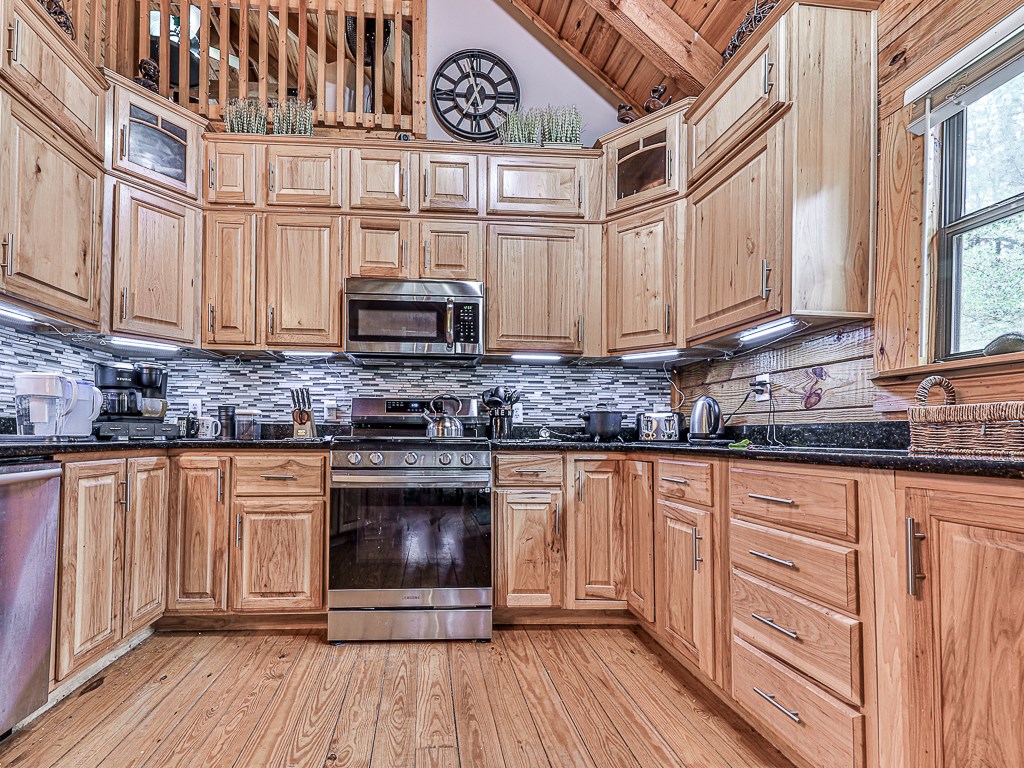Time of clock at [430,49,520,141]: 6:58
